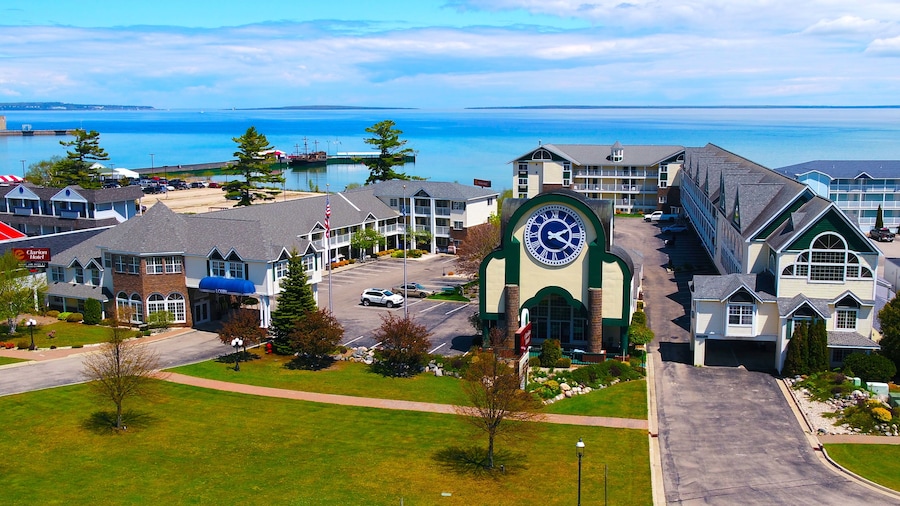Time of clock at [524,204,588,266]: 2:19
